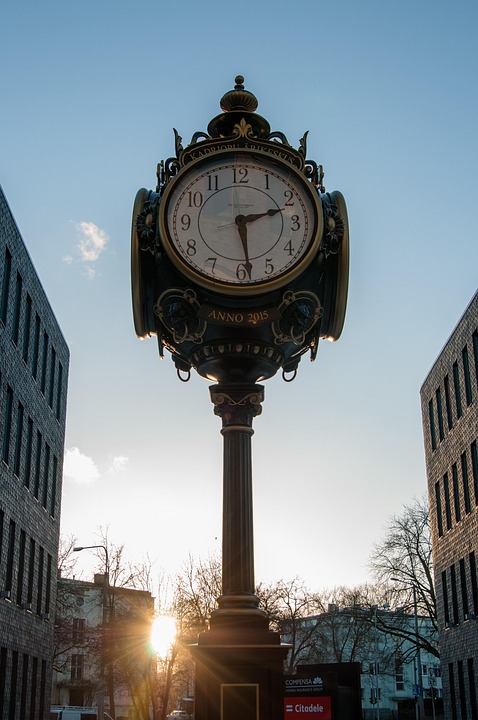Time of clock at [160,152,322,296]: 2:28
